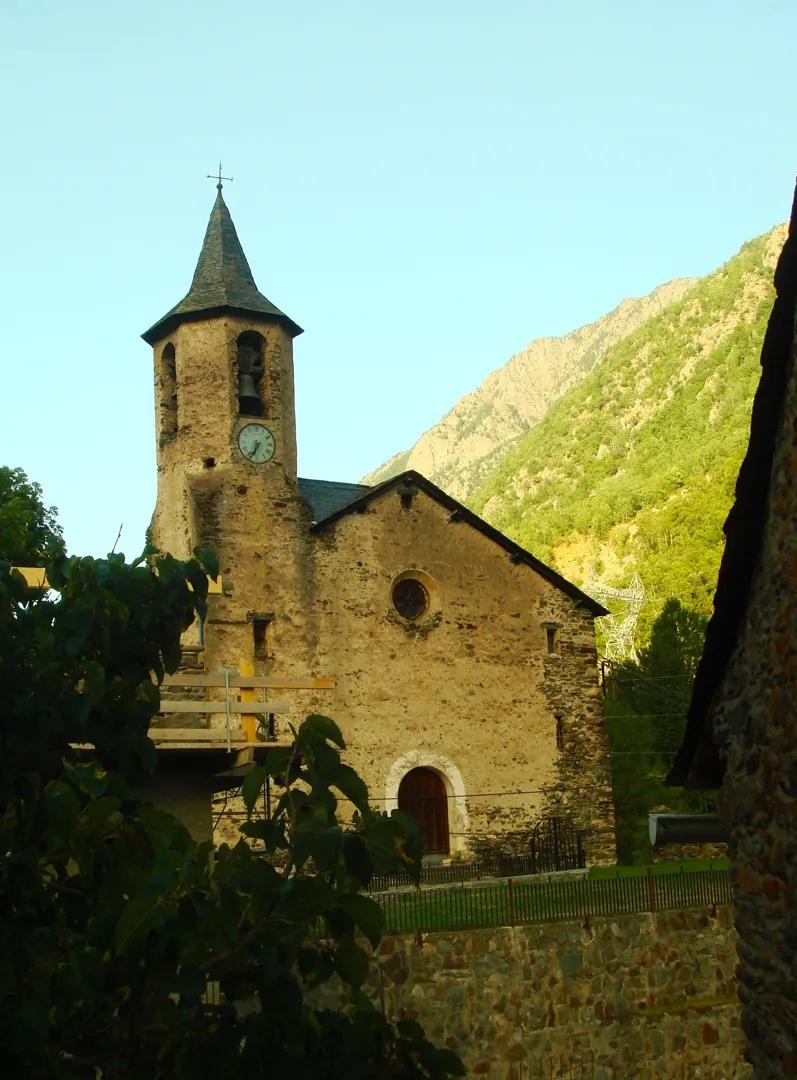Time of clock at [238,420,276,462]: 6:34
